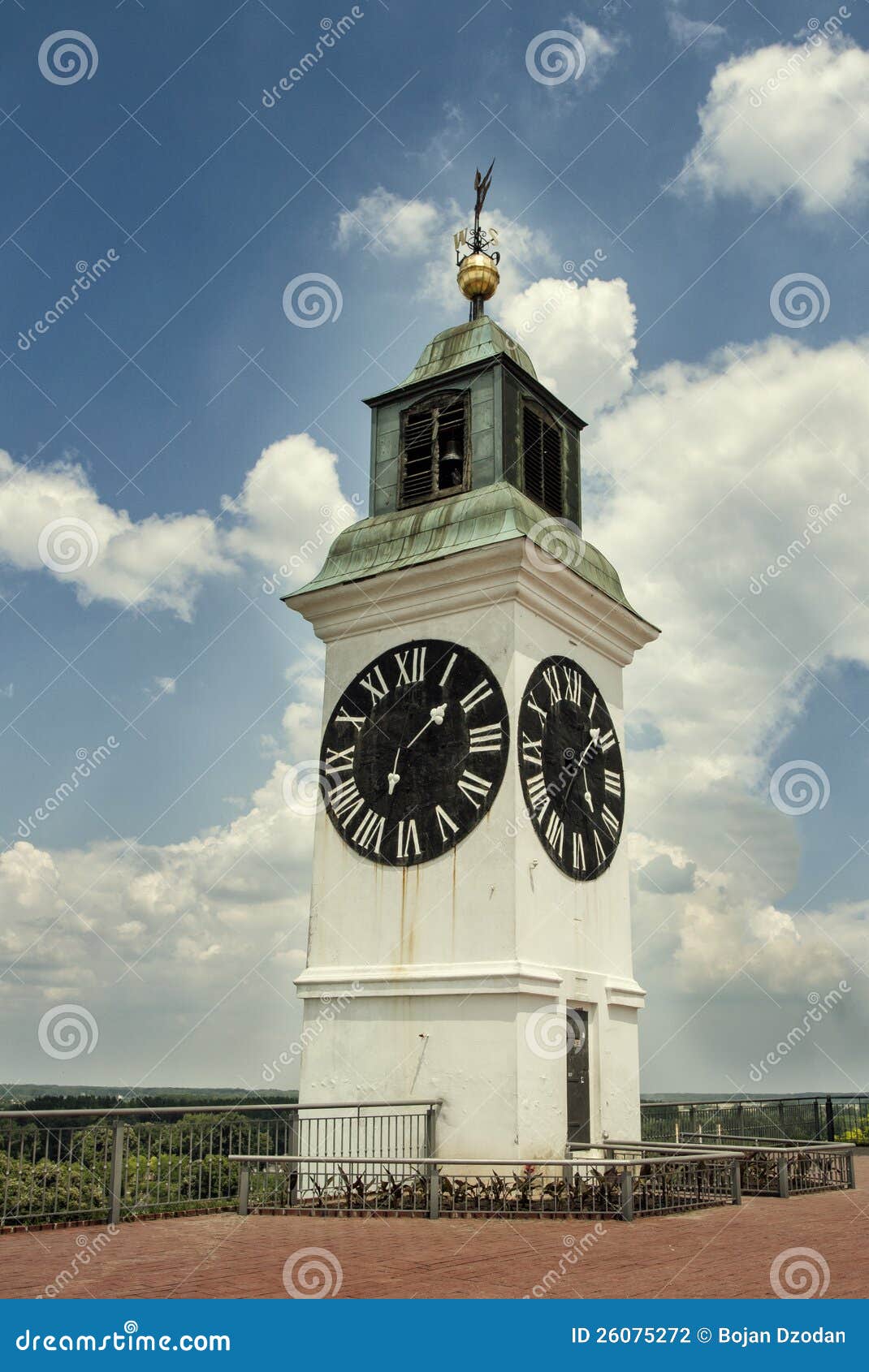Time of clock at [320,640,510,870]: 1:33
